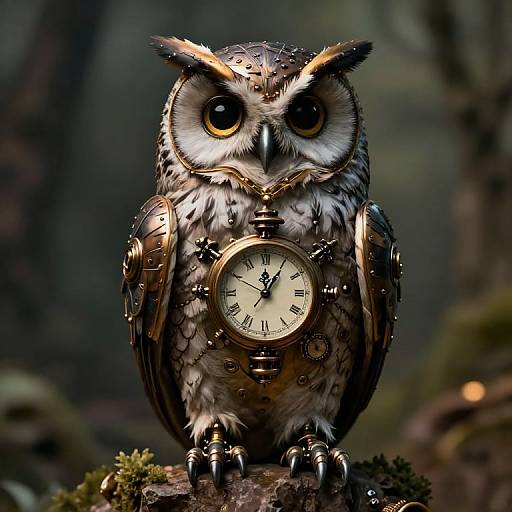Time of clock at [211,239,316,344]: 12:05
